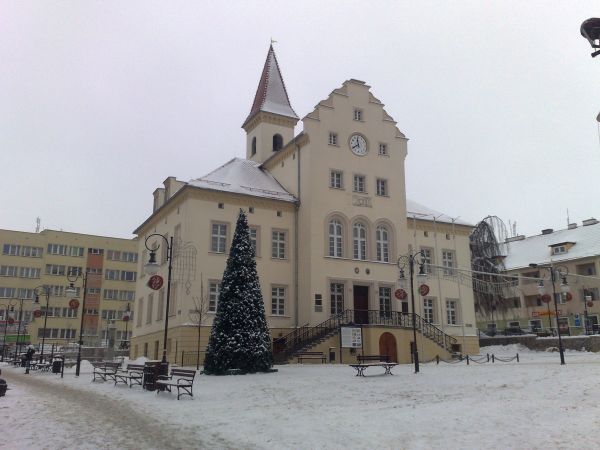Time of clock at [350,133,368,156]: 11:39
